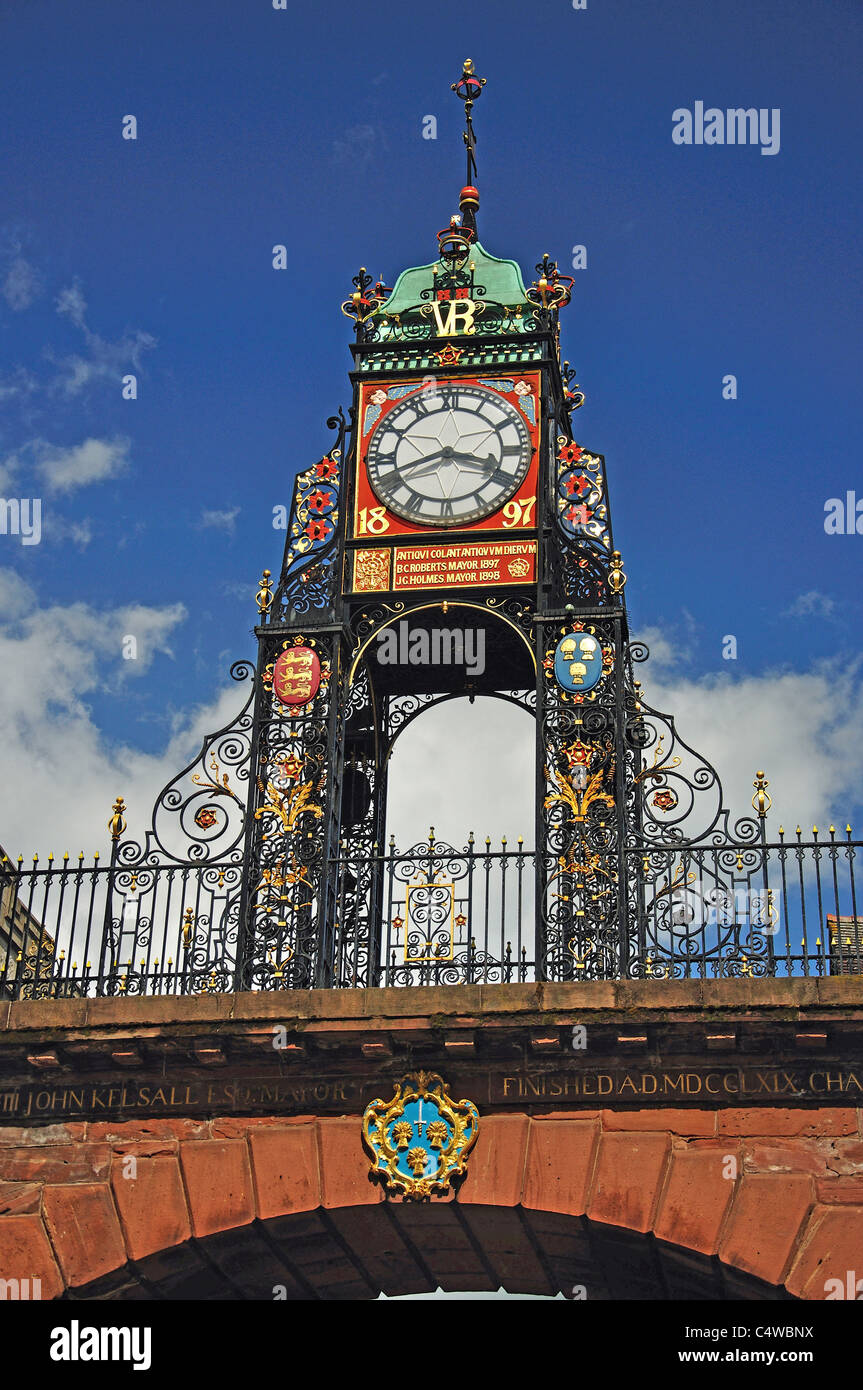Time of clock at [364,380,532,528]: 3:41
